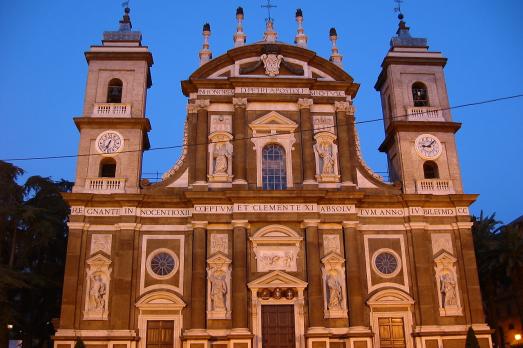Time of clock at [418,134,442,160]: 9:07
